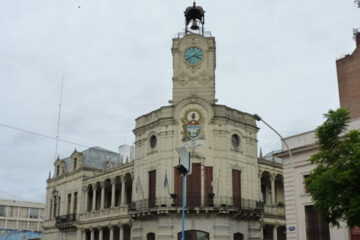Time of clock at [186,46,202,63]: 3:40
